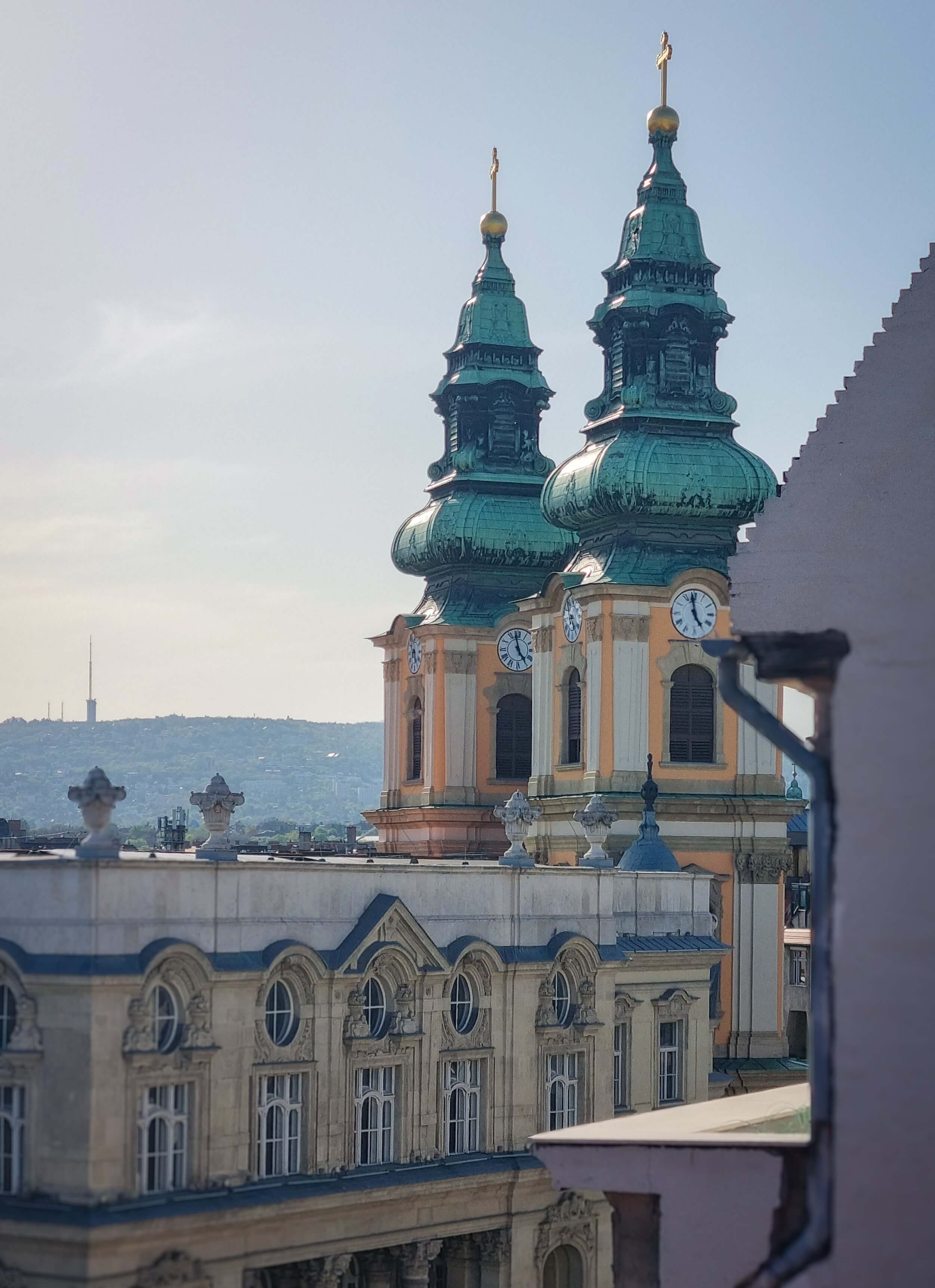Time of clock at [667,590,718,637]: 4:58
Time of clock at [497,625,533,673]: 4:57
